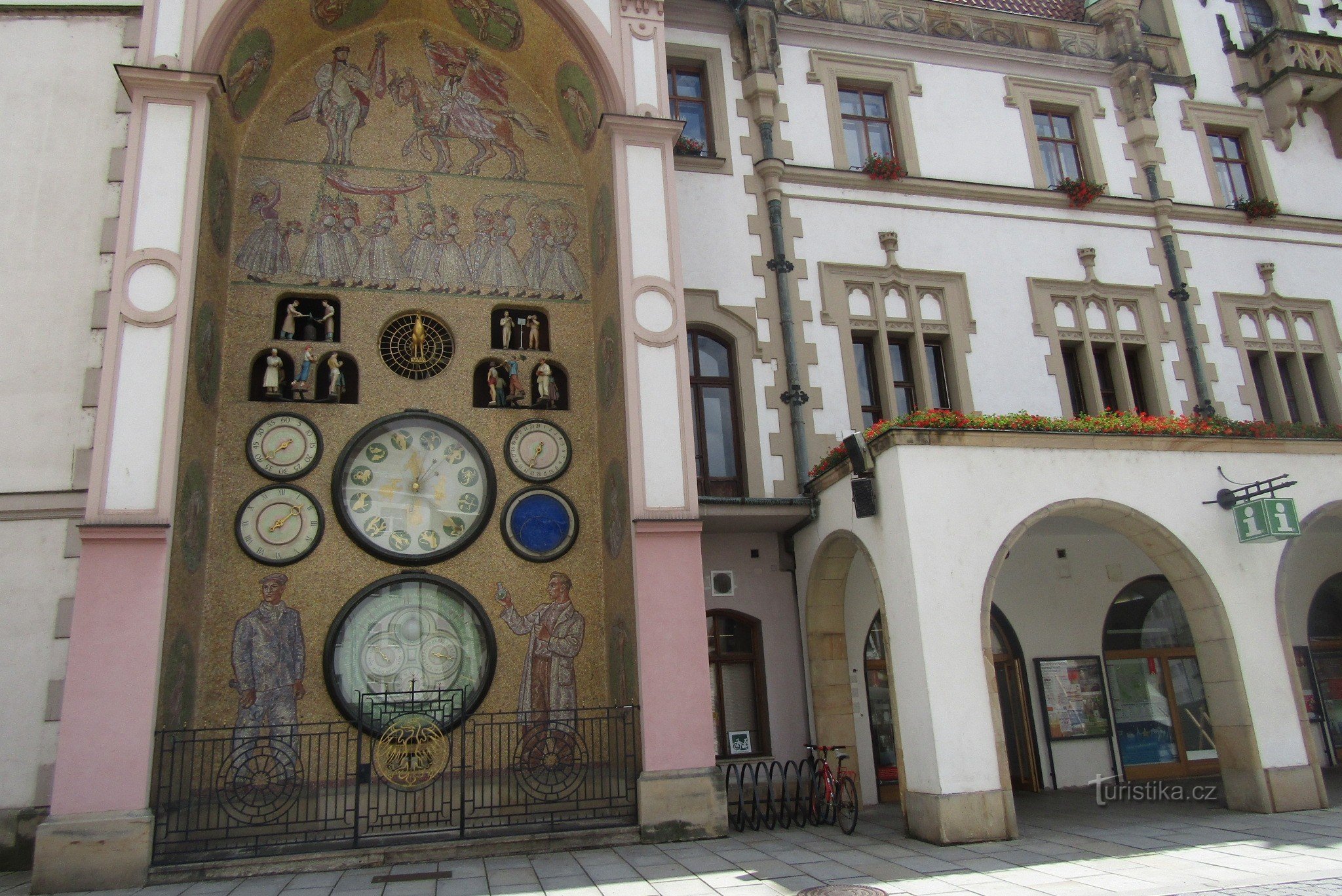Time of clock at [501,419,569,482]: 12:34
